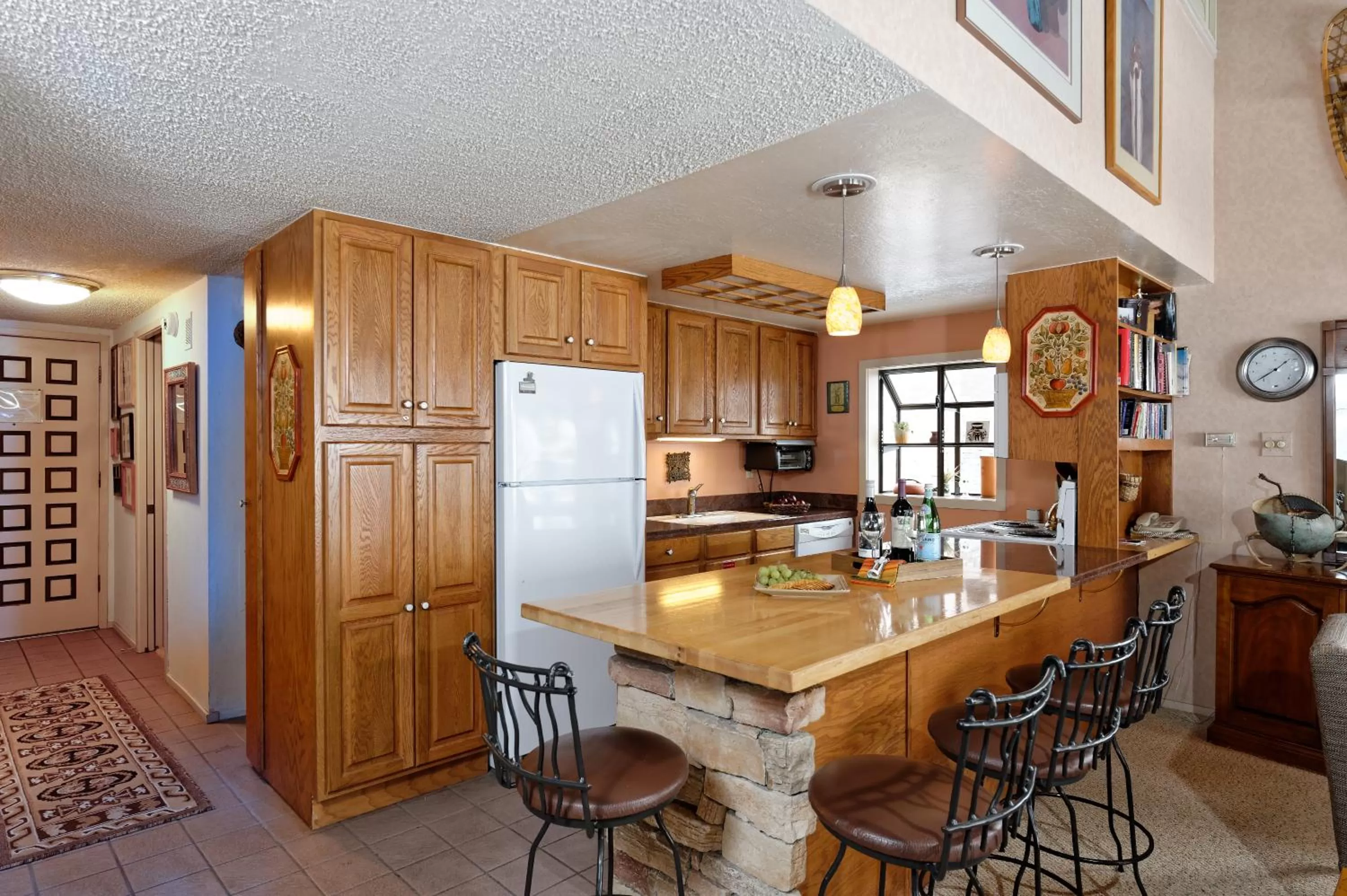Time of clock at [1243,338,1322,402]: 1:39
